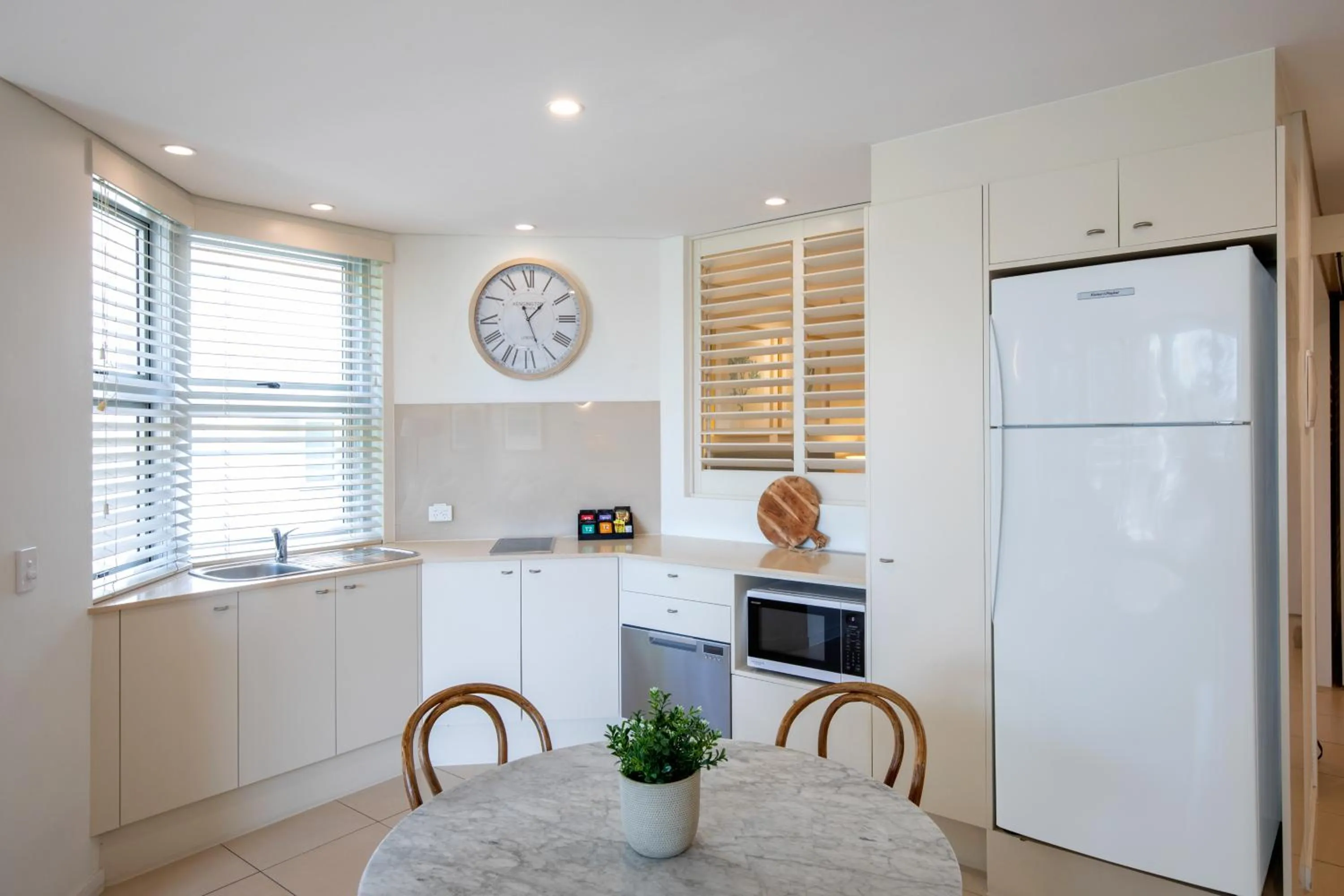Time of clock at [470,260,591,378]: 1:26
